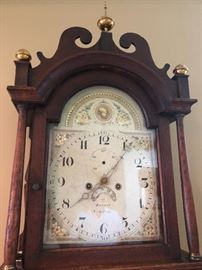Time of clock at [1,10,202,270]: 8:07
